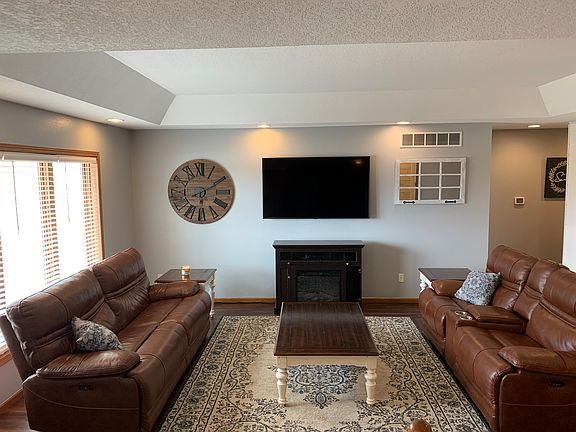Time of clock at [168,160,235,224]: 6:10
